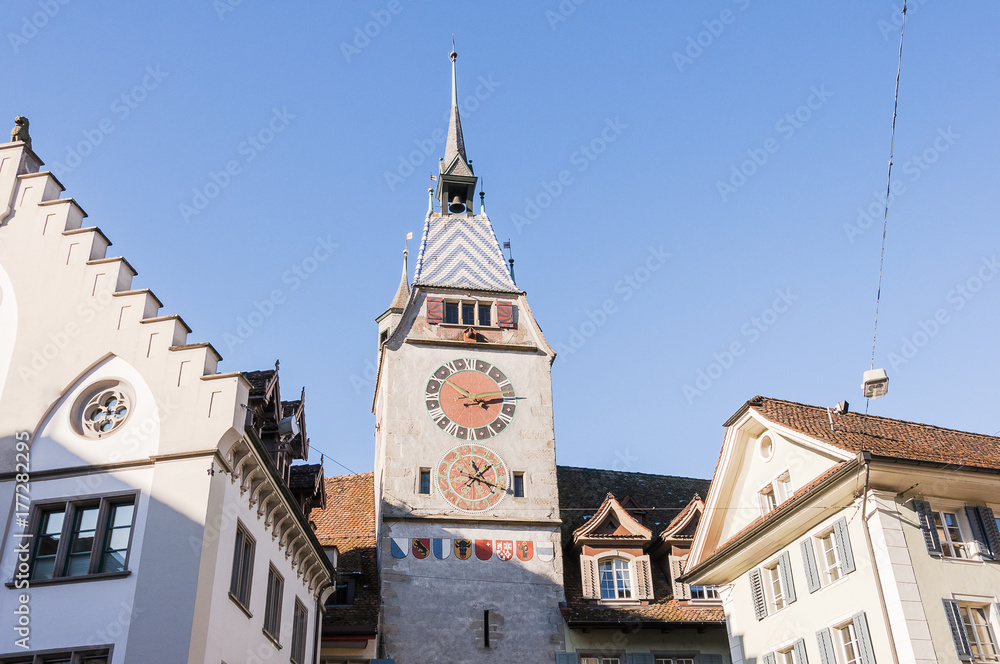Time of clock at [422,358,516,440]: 2:50
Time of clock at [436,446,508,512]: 1:18
